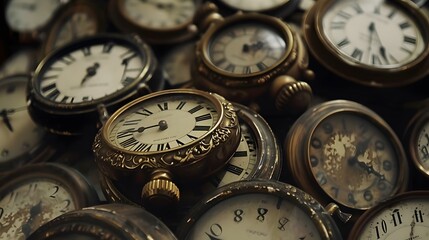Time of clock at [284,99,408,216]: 1:19
